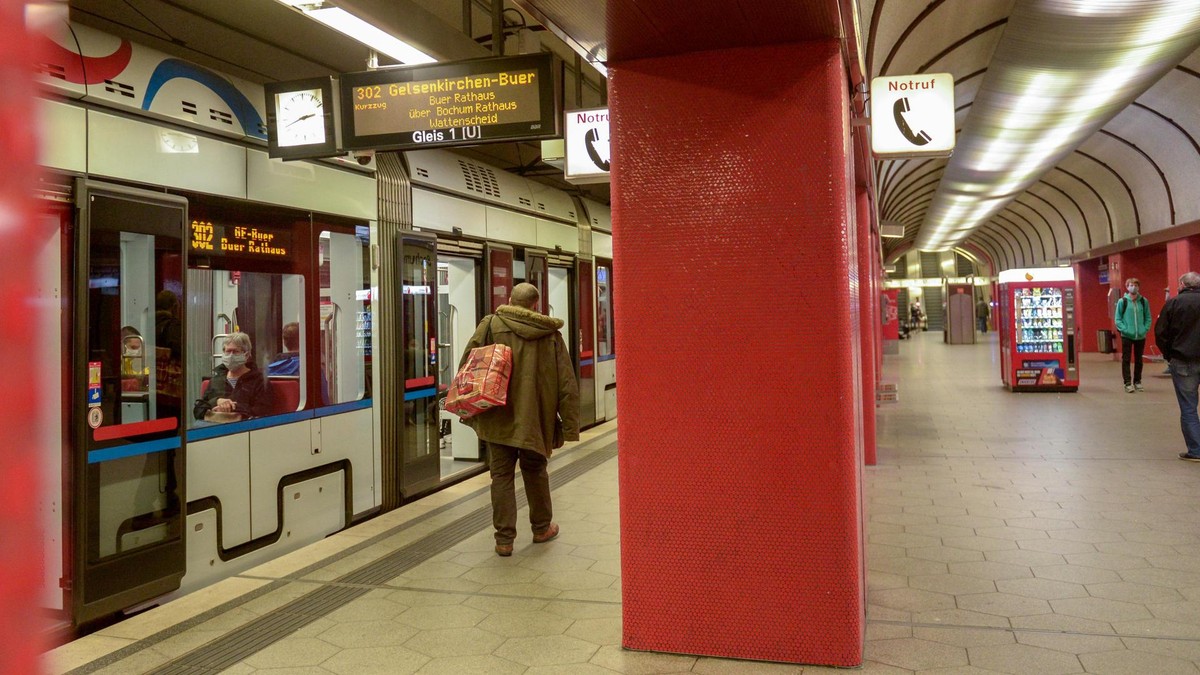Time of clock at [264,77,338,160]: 2:42
